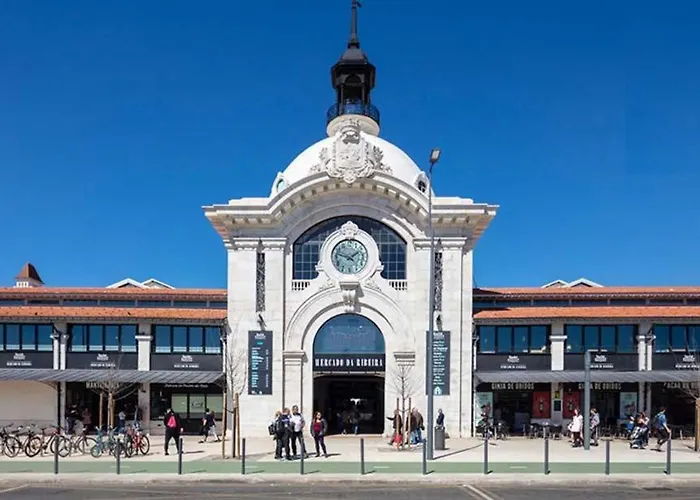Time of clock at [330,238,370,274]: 1:47
